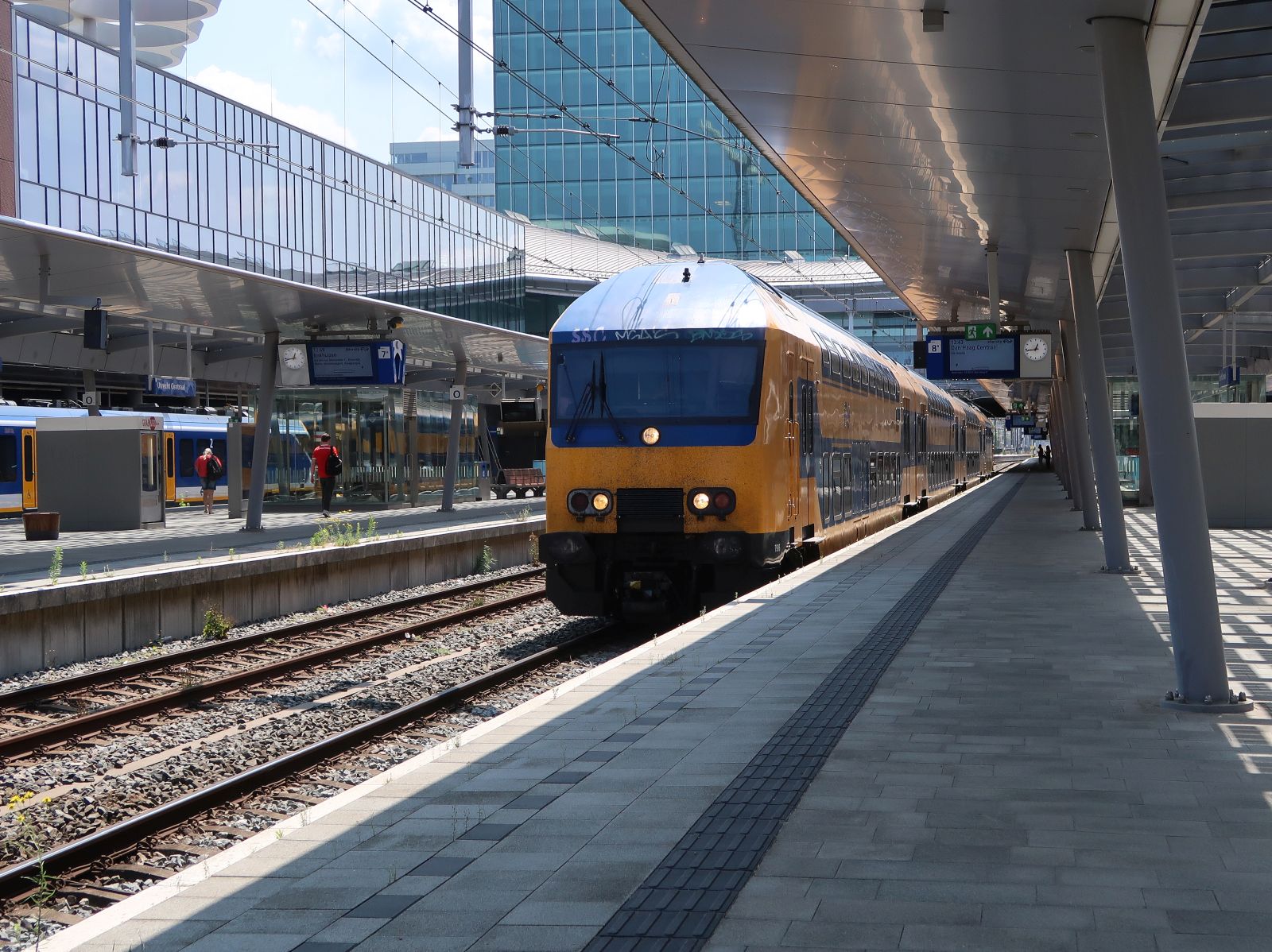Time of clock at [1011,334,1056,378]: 12:43
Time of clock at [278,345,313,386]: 12:43
